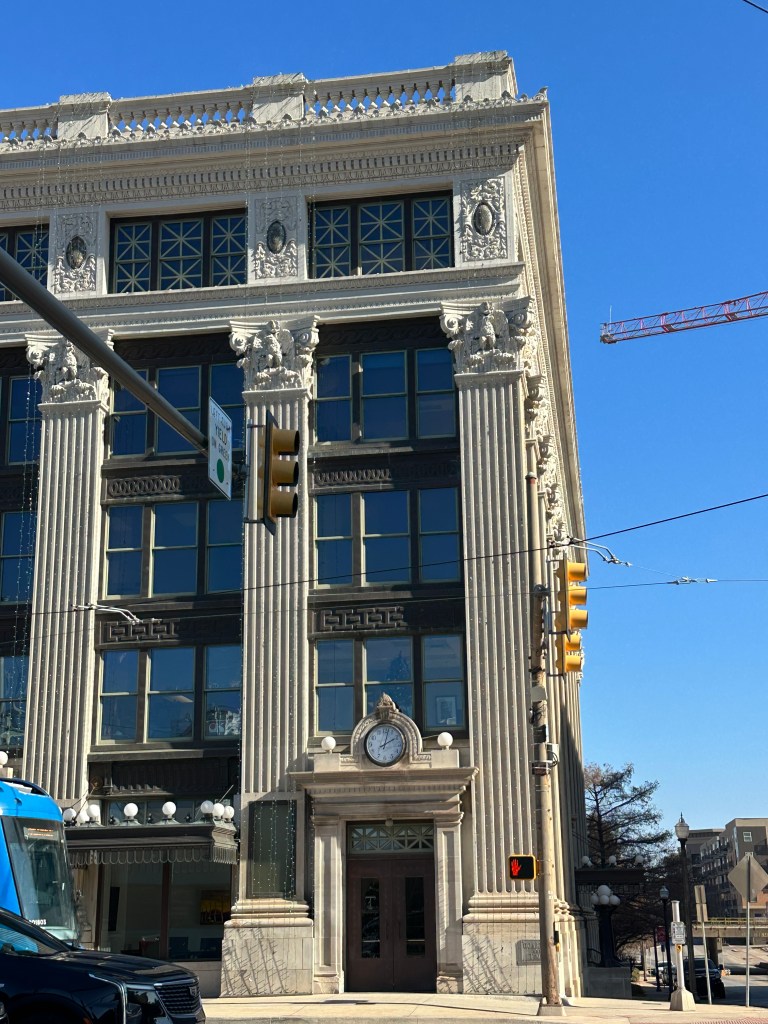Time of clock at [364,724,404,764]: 2:02
